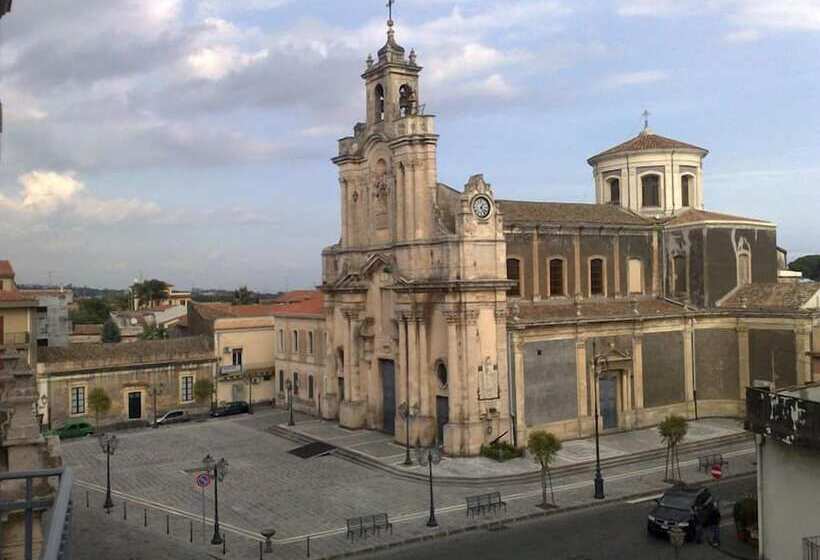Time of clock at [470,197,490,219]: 1:24
